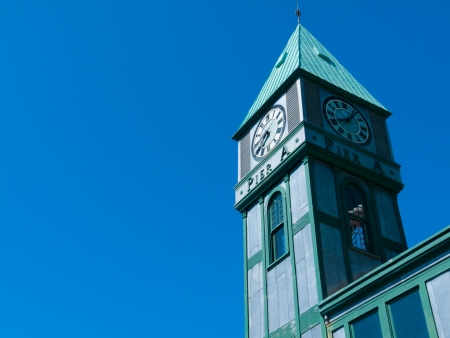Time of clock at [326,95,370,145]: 8:06
